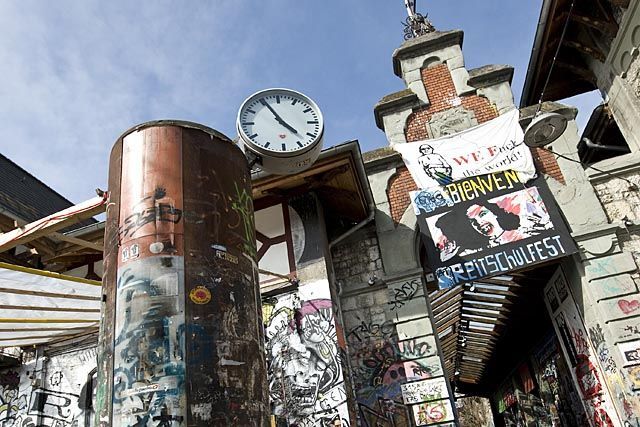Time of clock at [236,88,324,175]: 4:55
